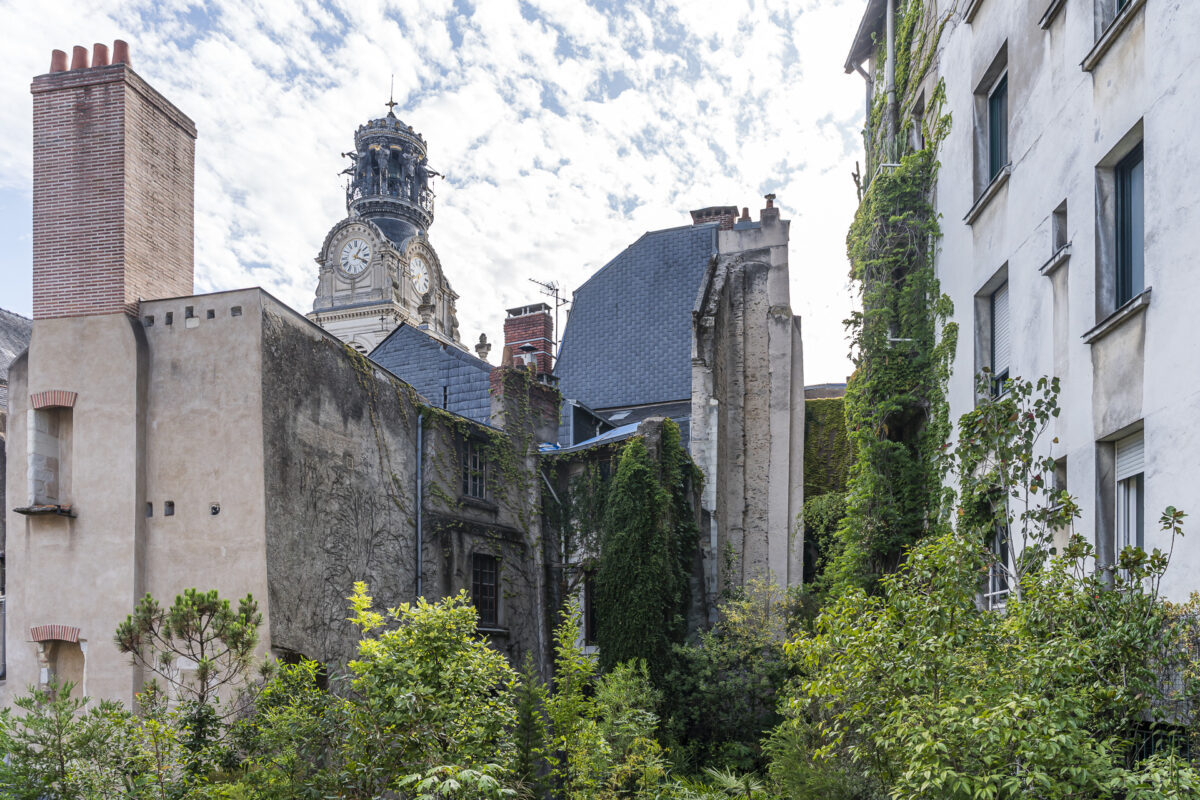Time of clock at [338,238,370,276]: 1:18
